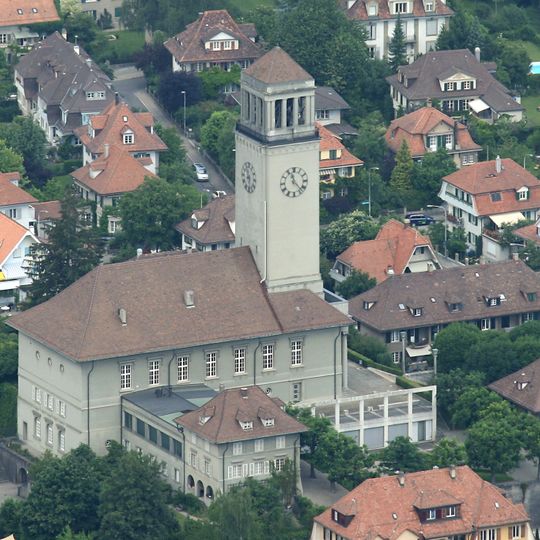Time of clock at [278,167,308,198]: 11:22
